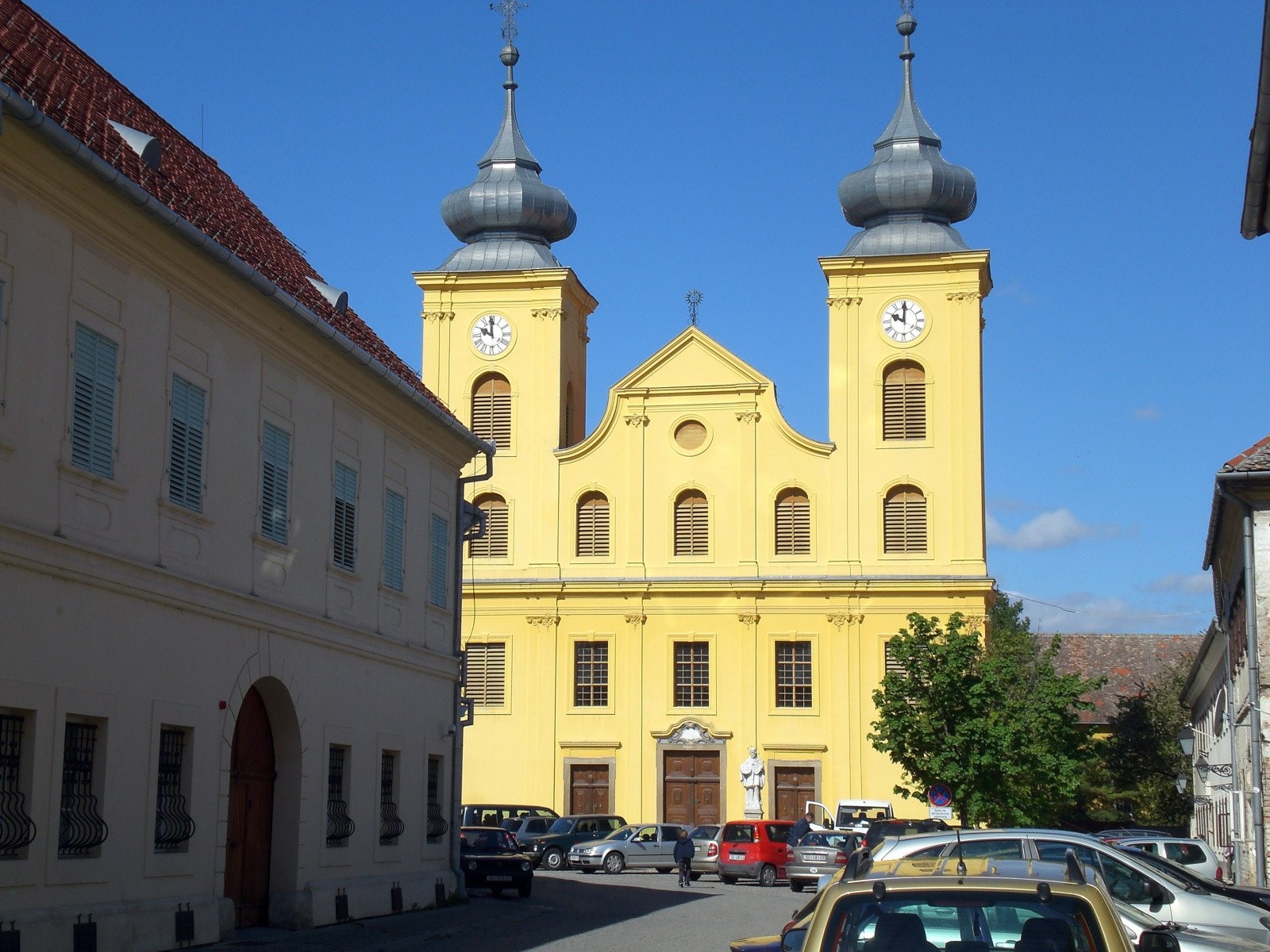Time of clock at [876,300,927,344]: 10:00
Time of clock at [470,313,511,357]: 9:59
